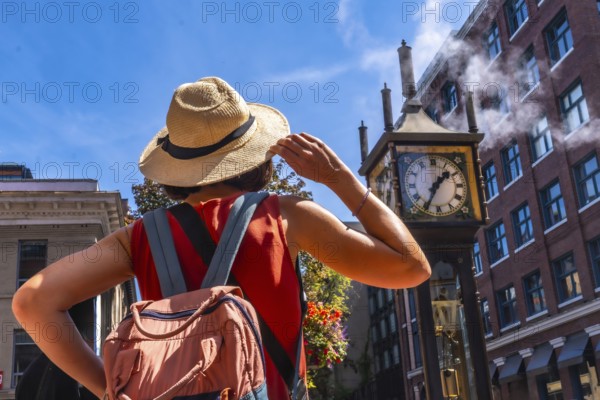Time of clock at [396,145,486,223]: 1:34
